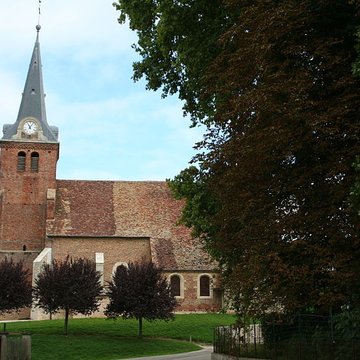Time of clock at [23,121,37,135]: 11:05
